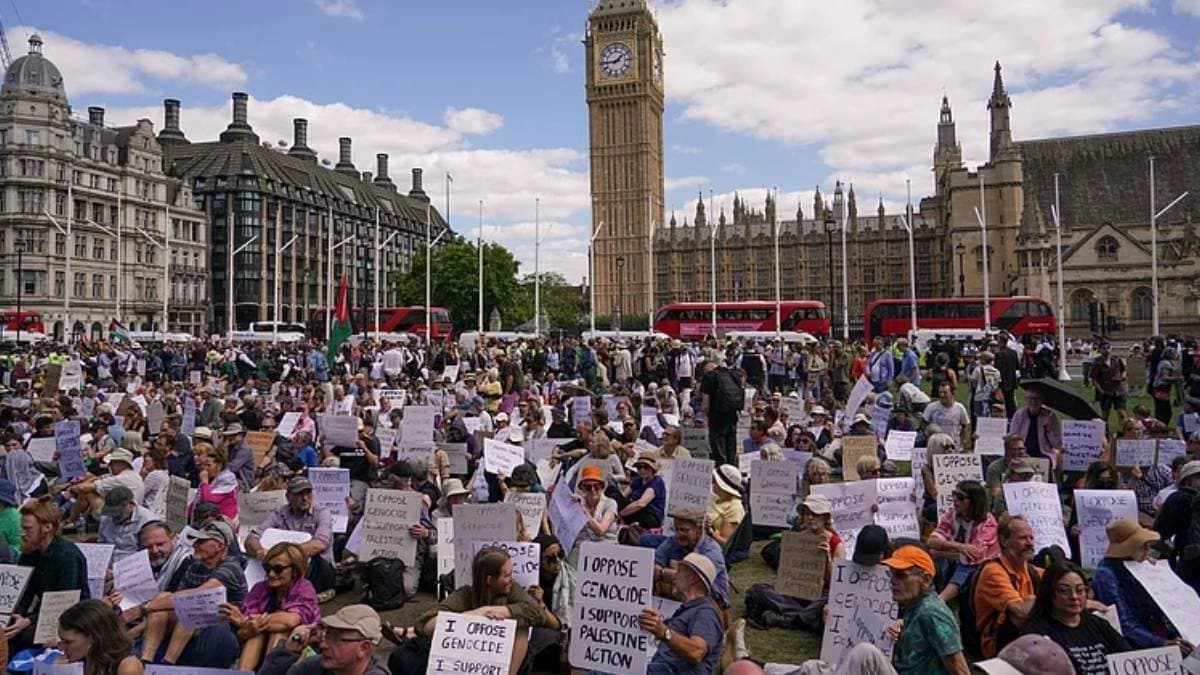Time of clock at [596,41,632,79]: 1:44
